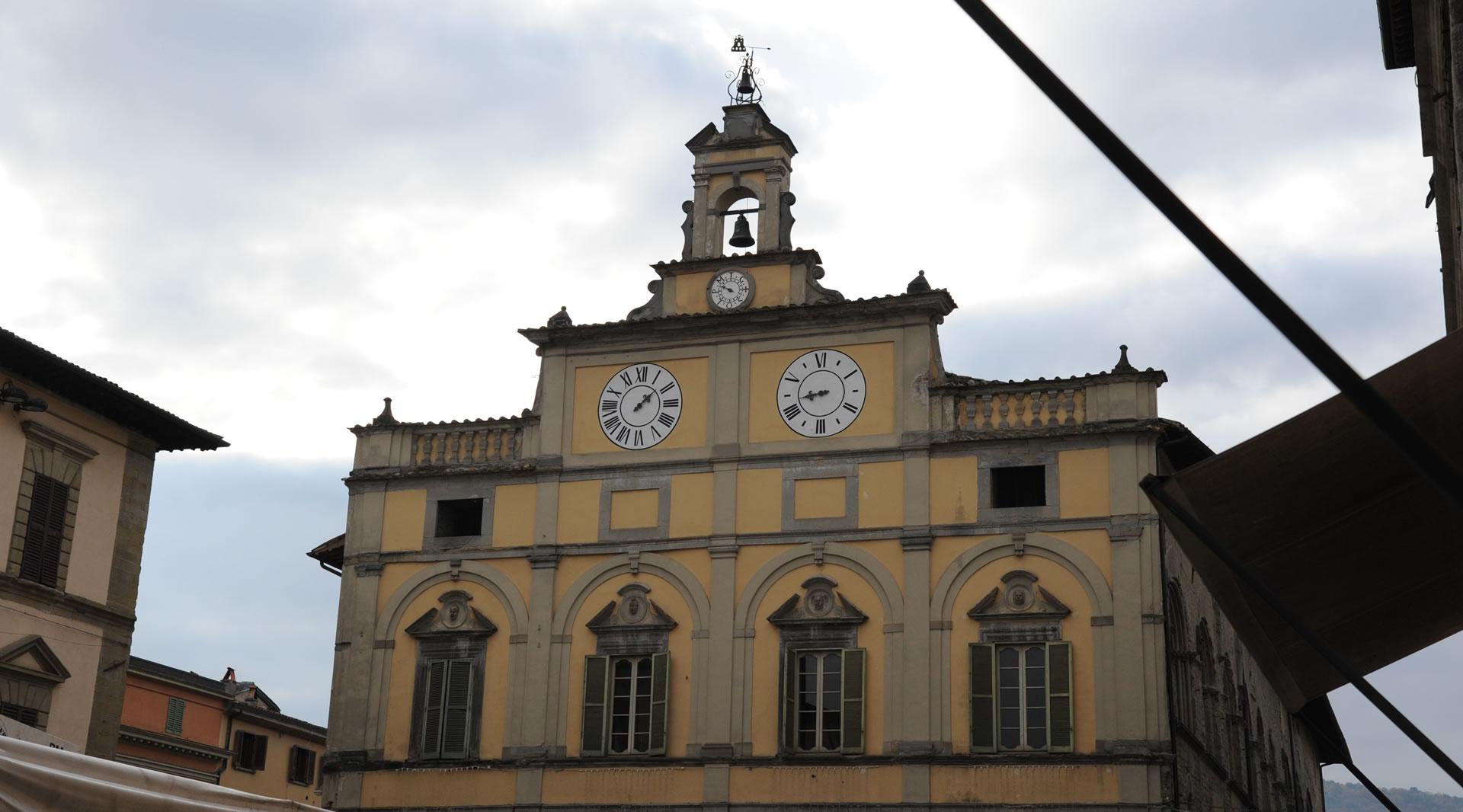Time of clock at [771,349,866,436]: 8:42
